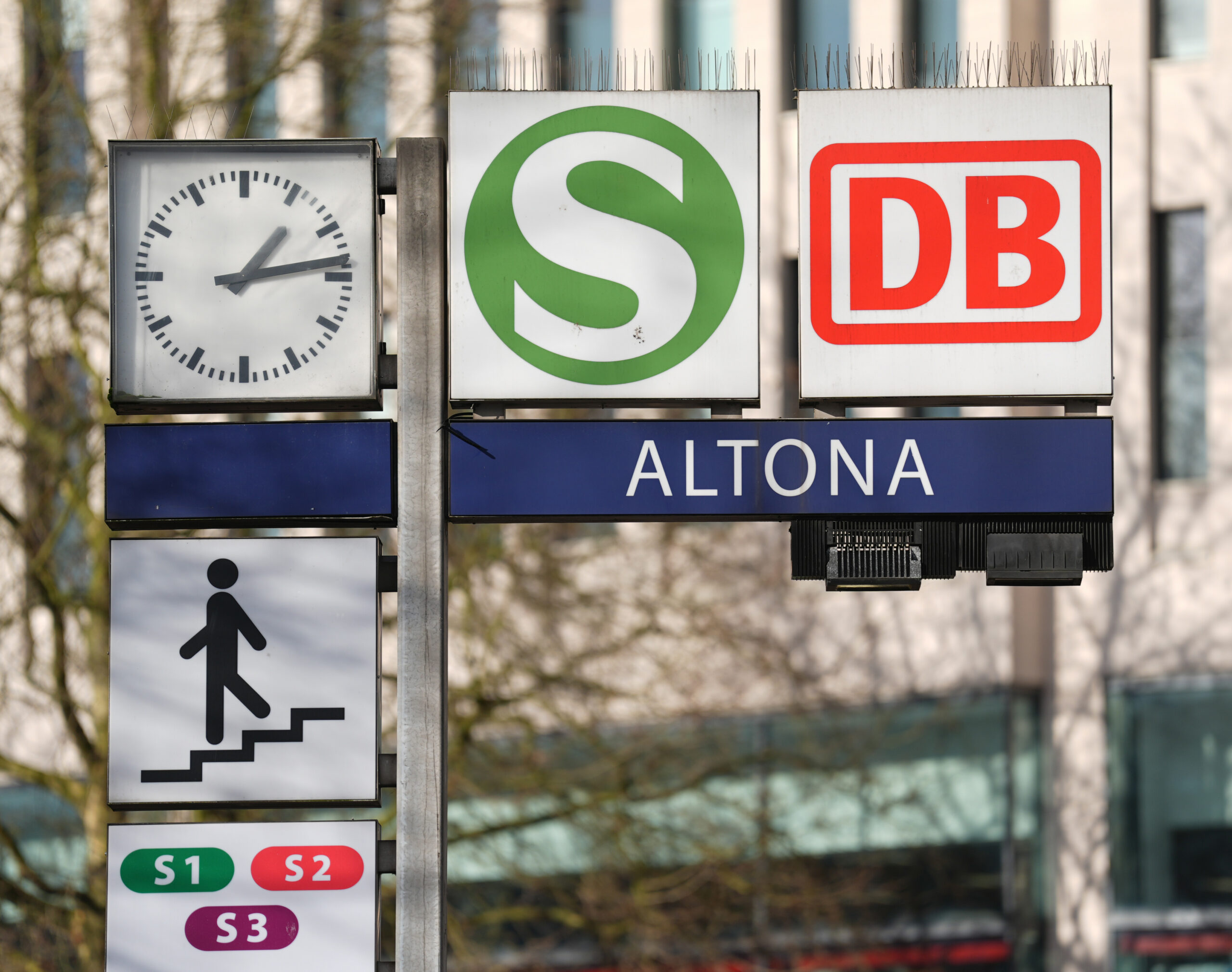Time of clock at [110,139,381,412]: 1:13
